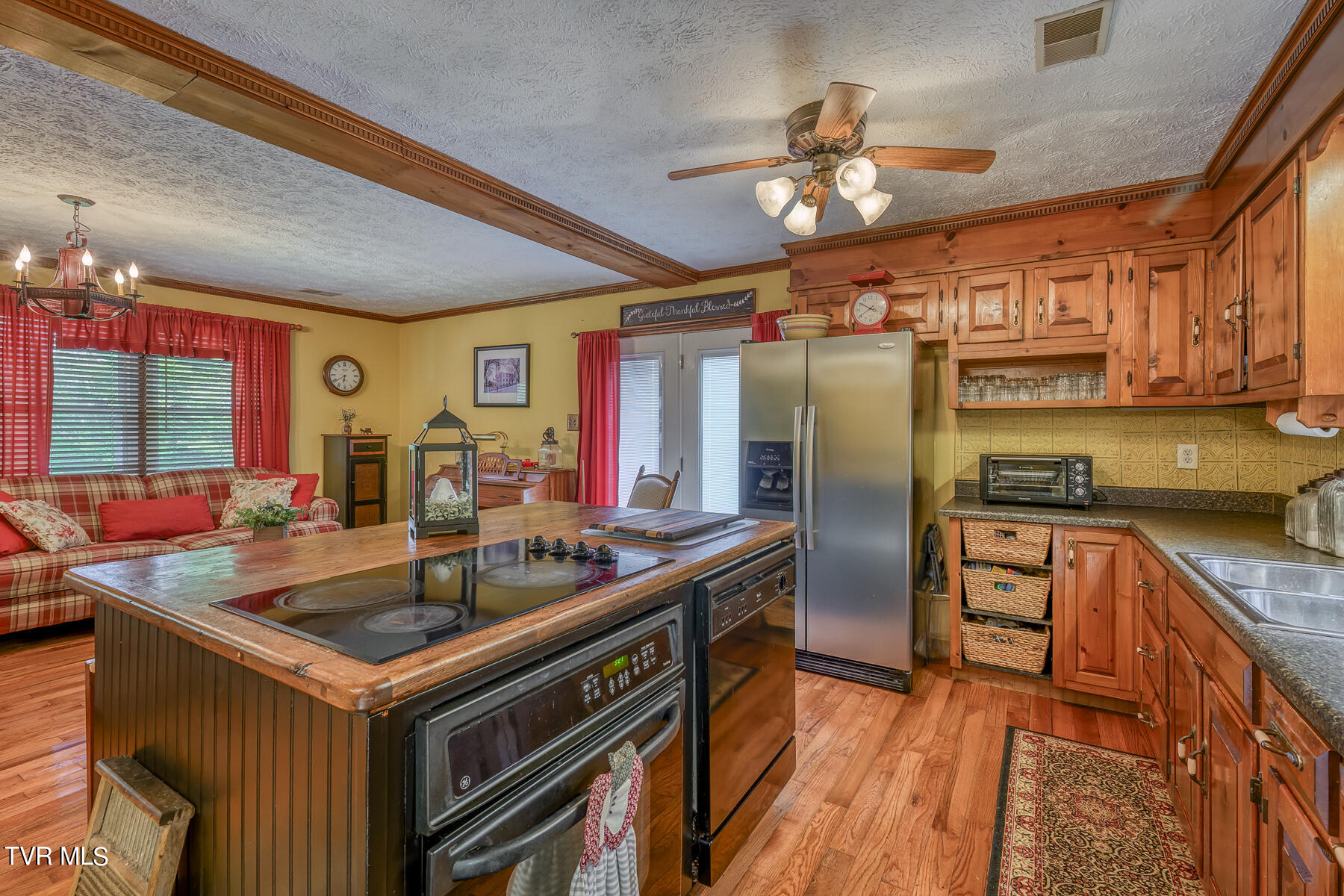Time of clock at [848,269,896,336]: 3:50
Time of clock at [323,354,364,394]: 6:39
